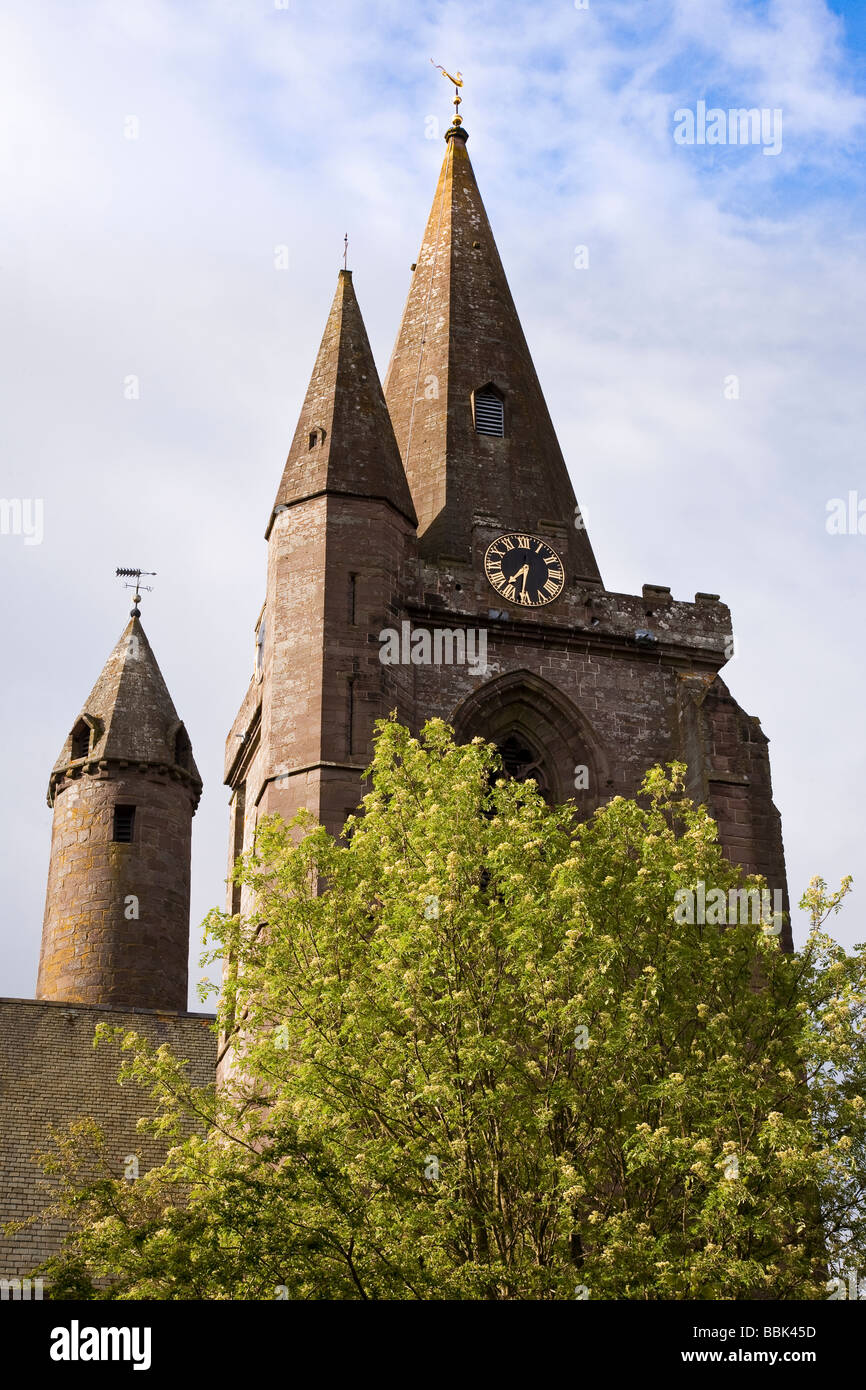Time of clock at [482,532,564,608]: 7:31
